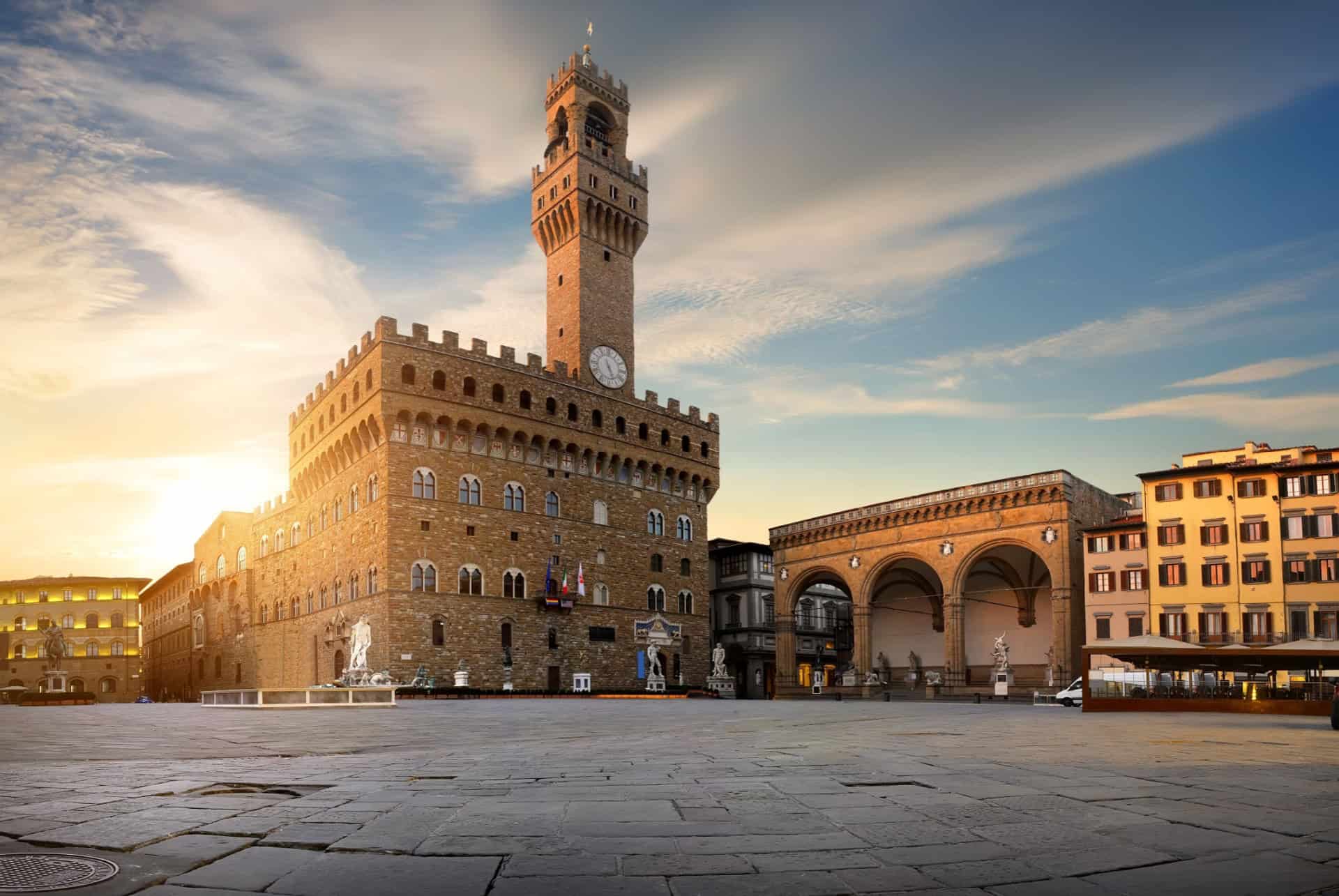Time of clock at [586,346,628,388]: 5:26
